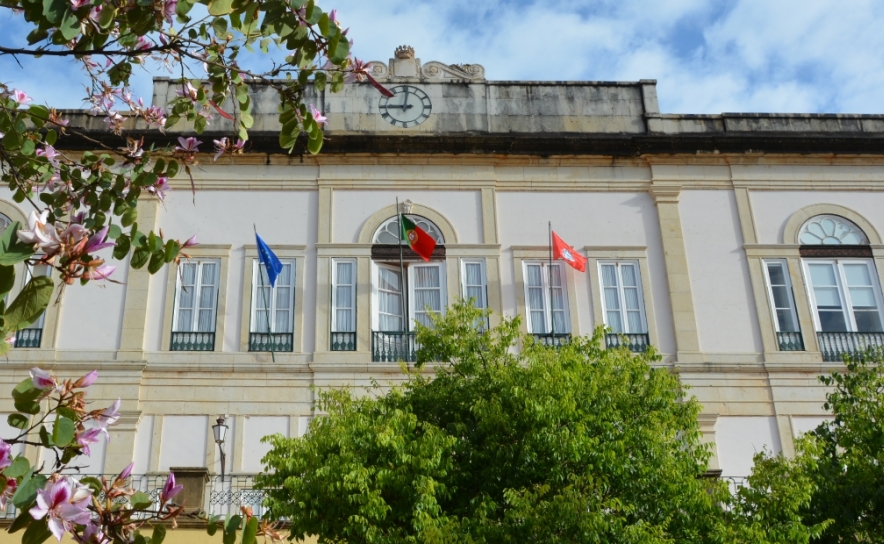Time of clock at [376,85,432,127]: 9:01
